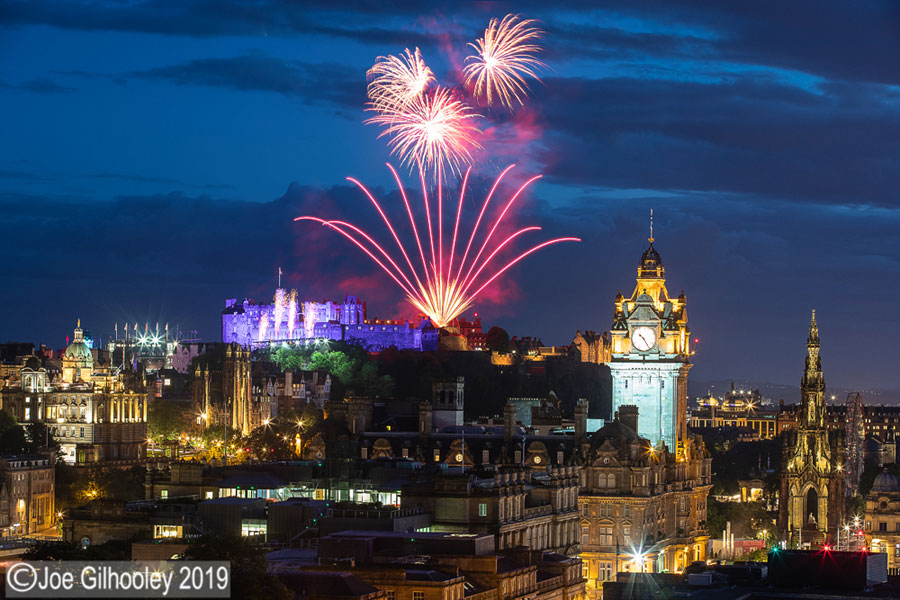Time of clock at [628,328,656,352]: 10:24
